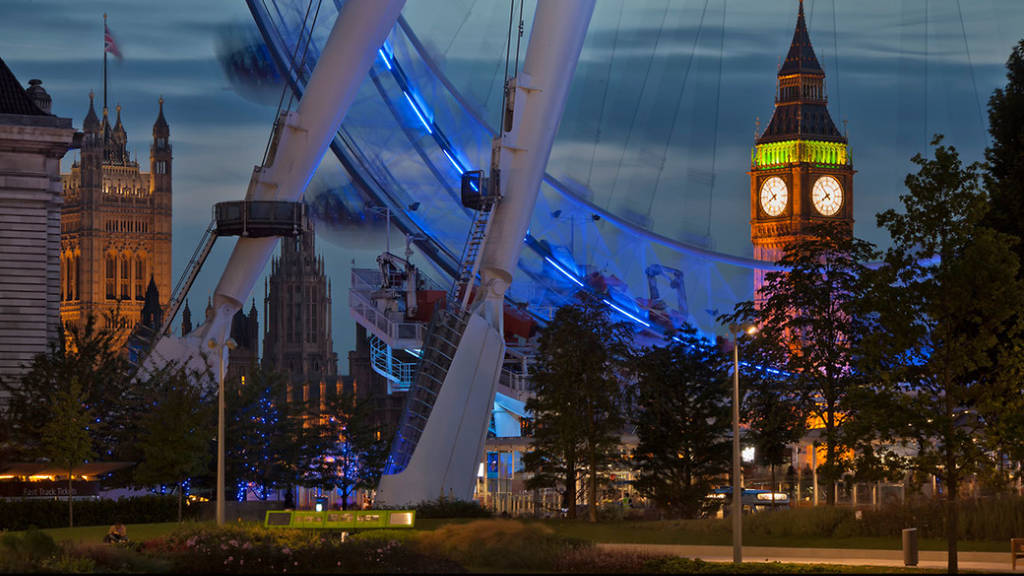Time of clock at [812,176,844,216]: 7:53
